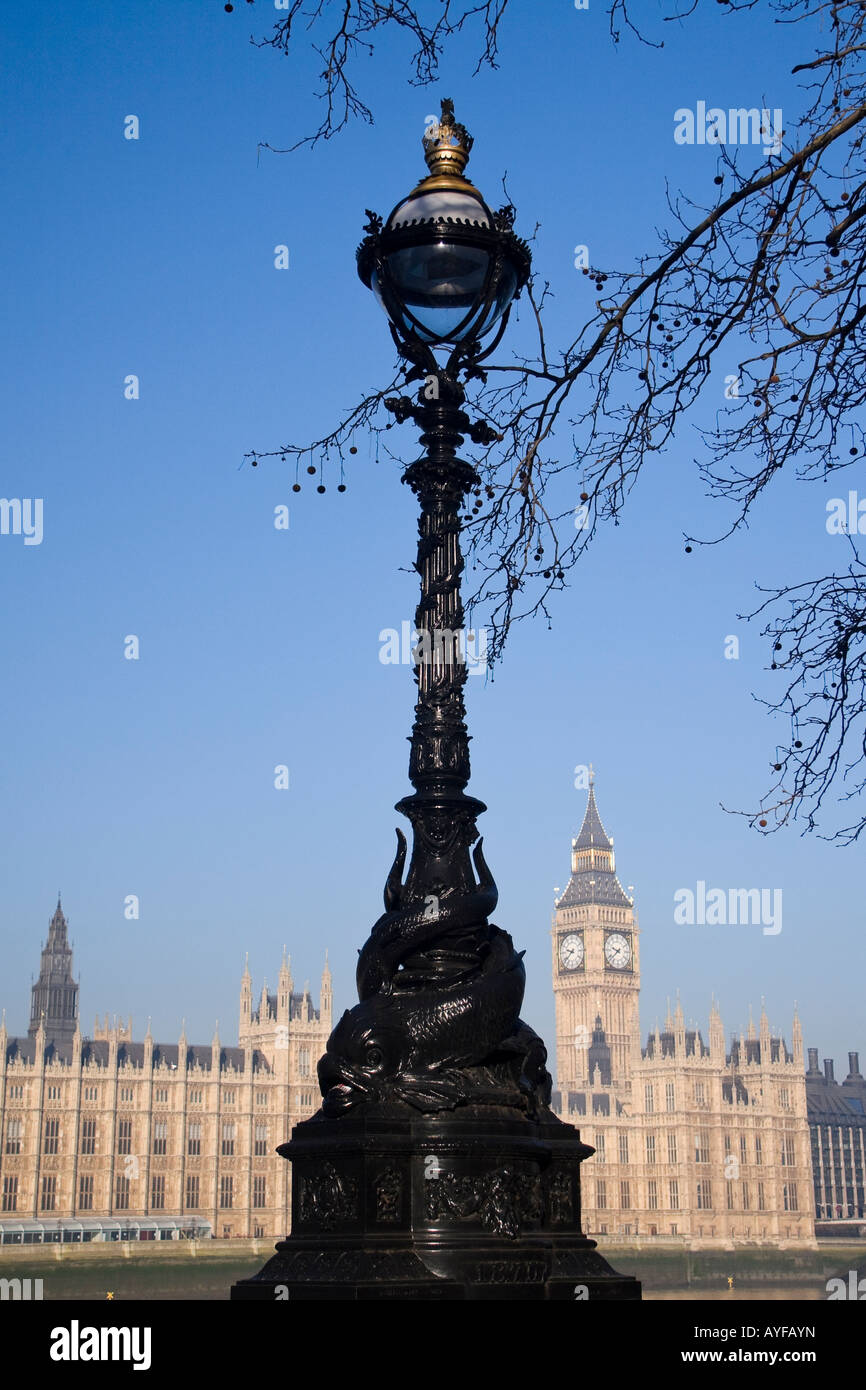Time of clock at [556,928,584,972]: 9:38
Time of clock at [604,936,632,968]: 9:38
